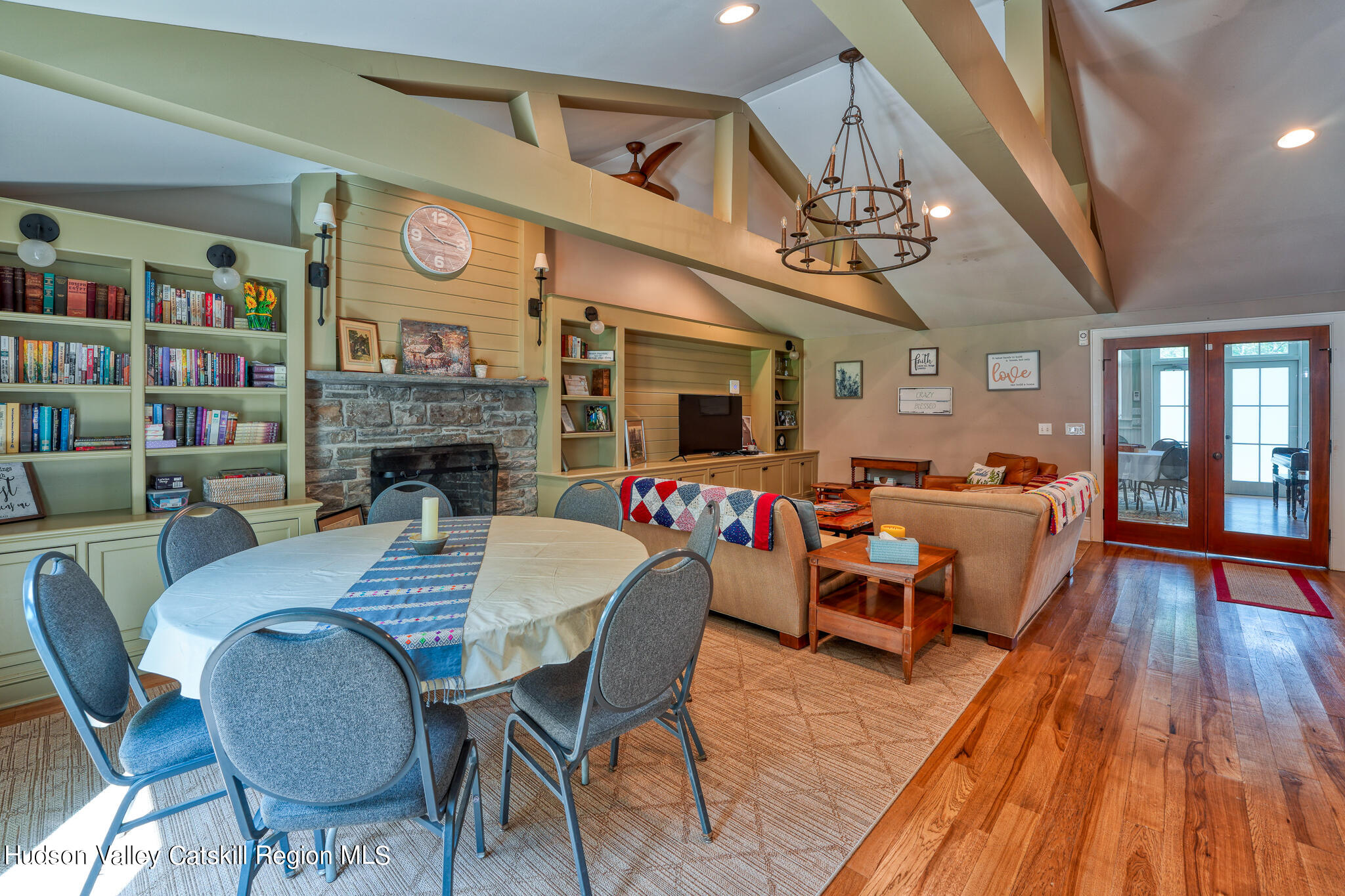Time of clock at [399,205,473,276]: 10:16
